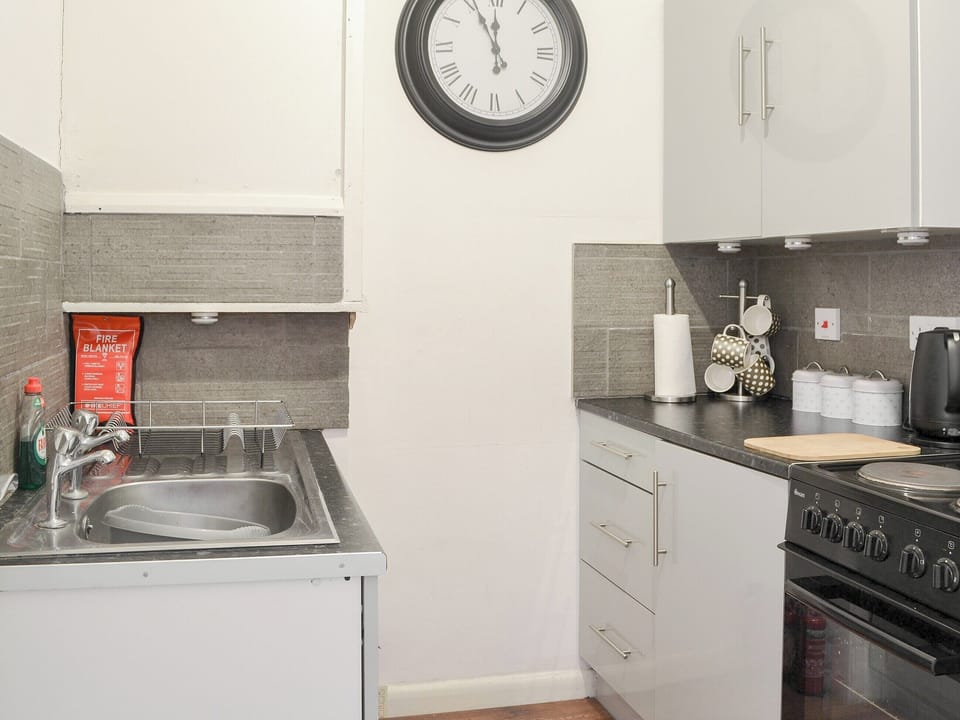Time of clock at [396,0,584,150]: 11:55
